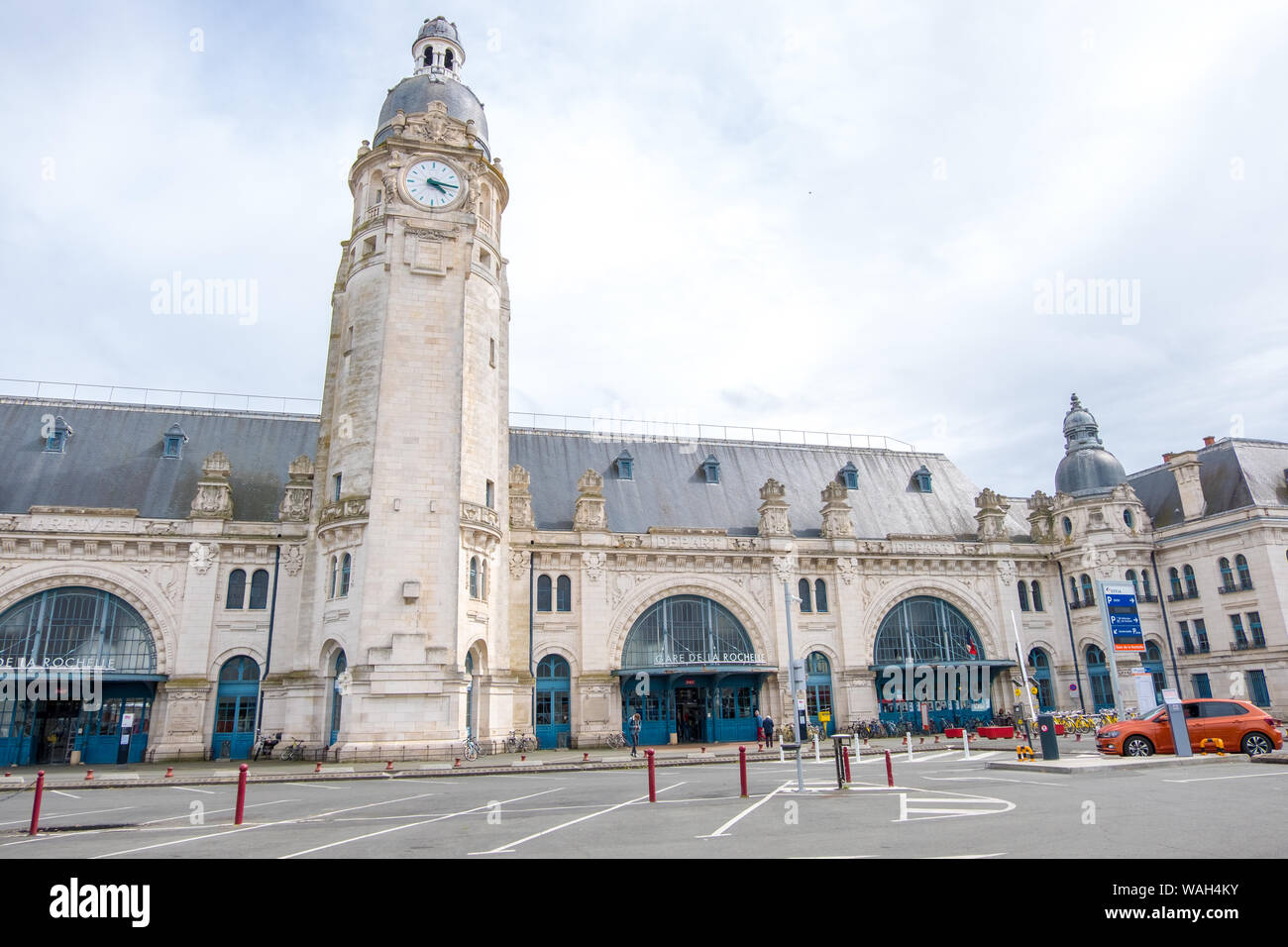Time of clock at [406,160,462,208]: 4:15
